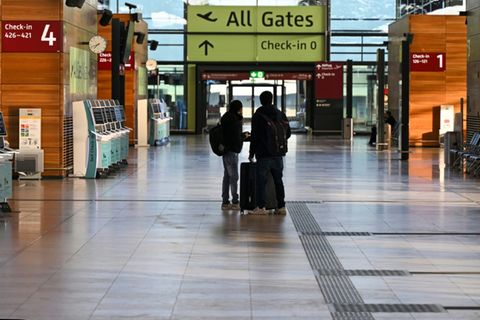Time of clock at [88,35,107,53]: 7:41
